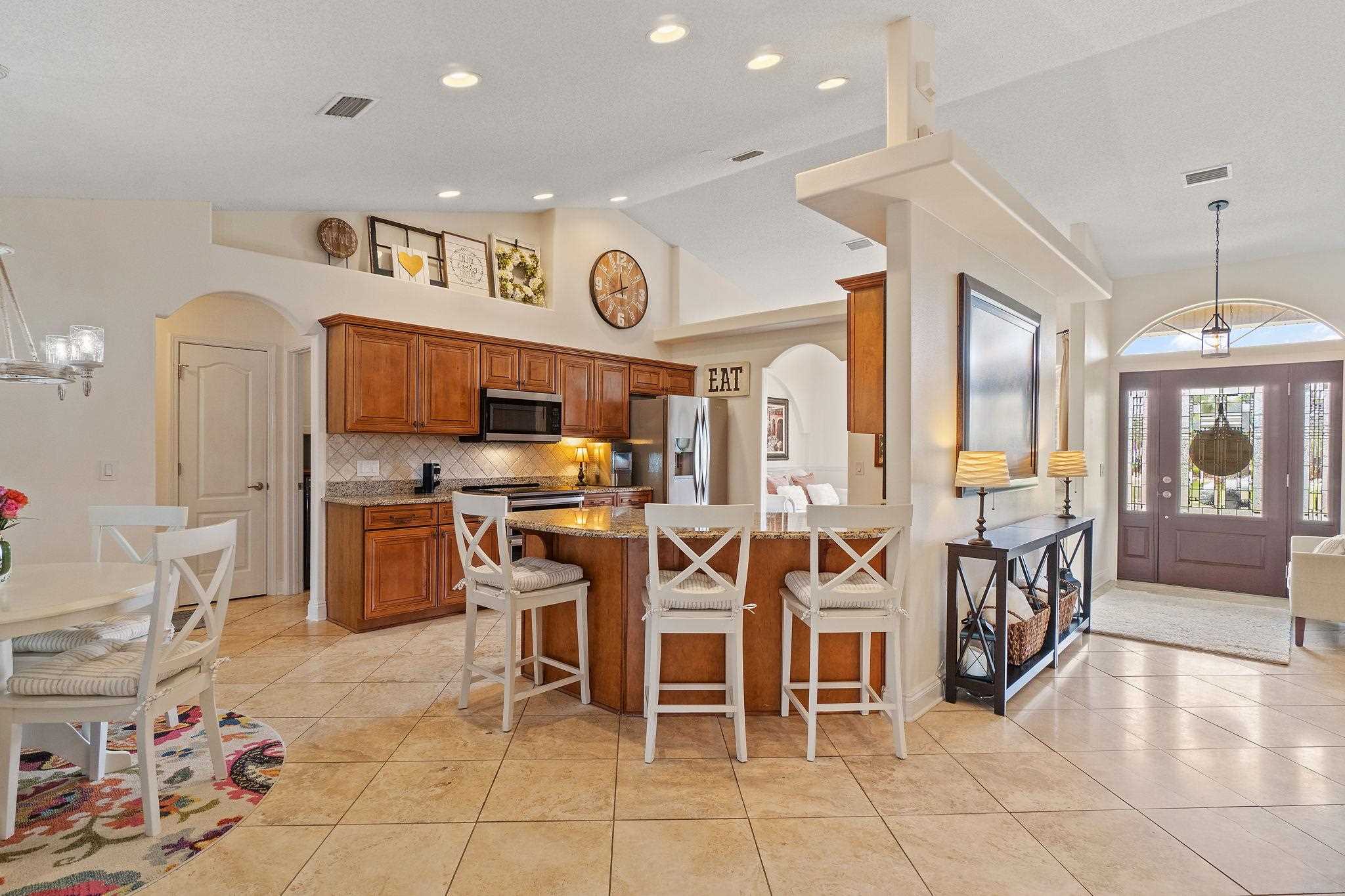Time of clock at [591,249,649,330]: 11:40
